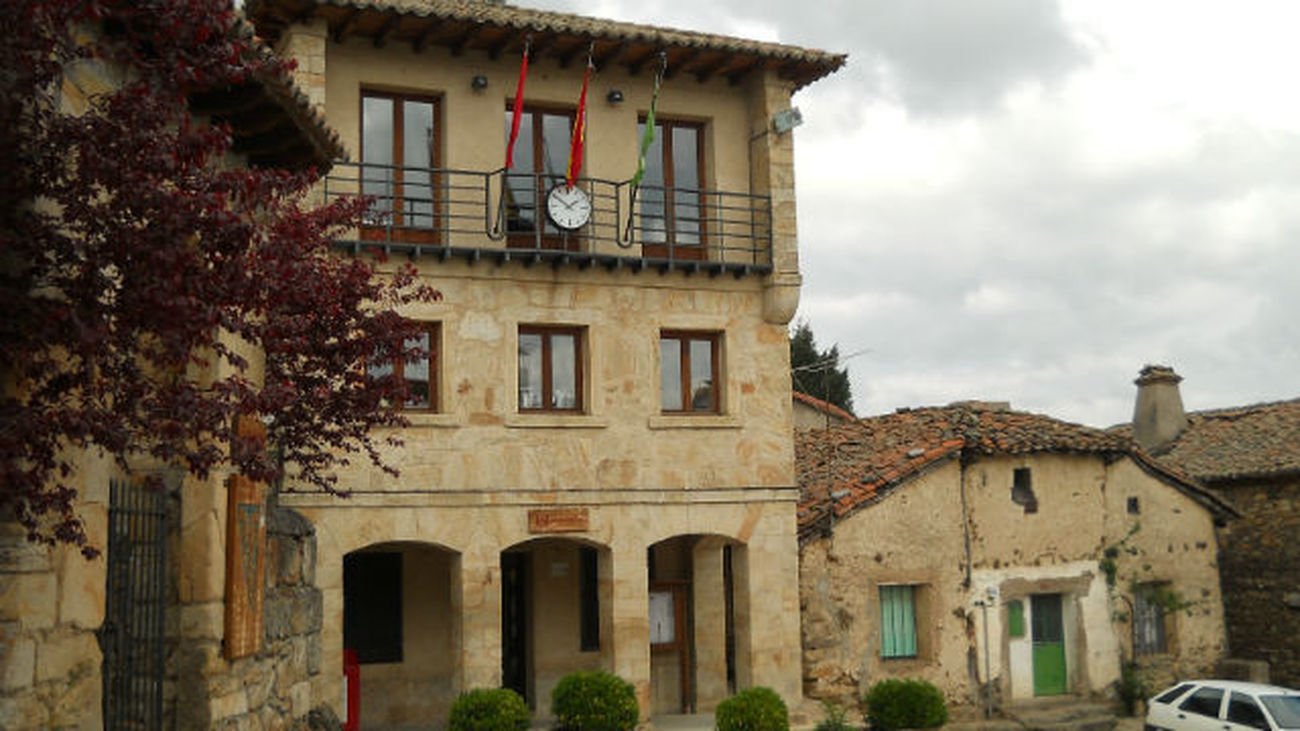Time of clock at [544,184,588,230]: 1:50
